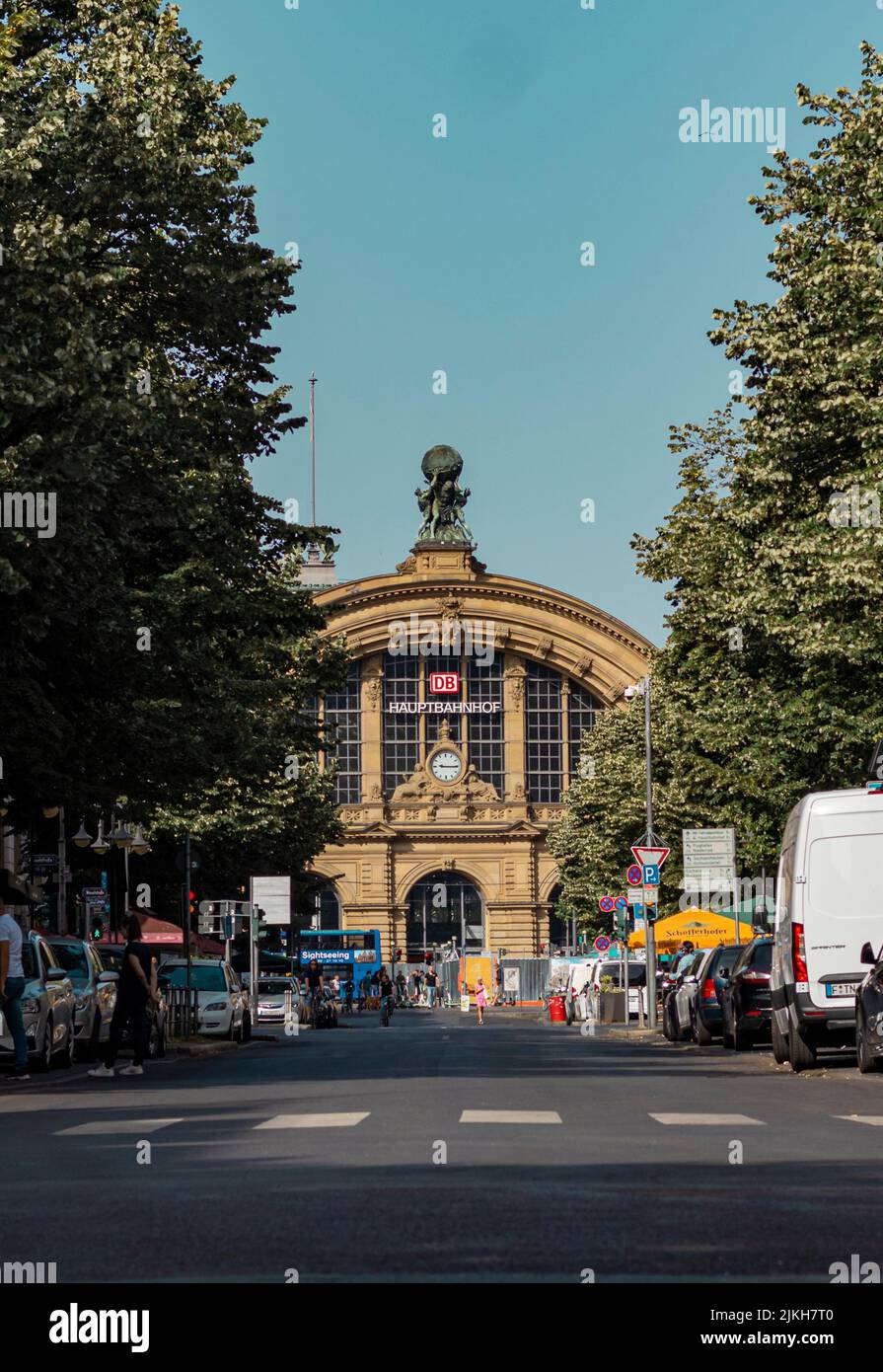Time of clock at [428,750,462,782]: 9:15
